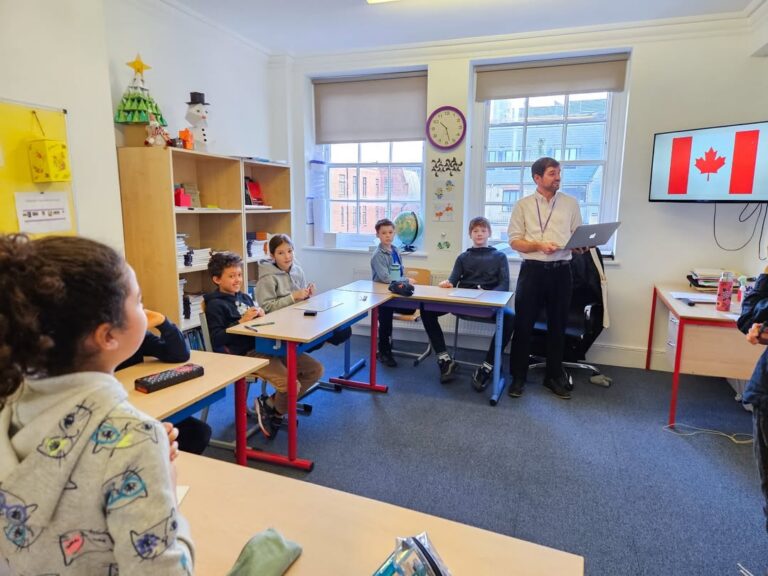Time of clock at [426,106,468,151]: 10:27
